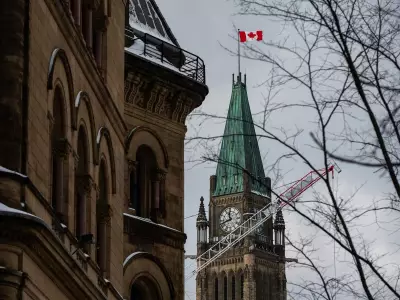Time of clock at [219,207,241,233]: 11:42
